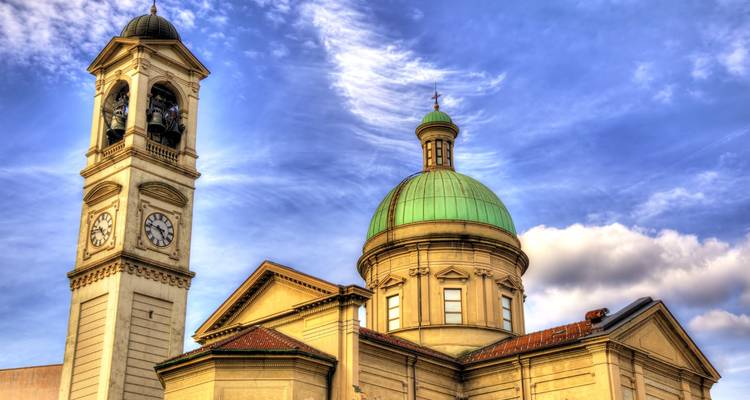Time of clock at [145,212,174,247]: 4:46
